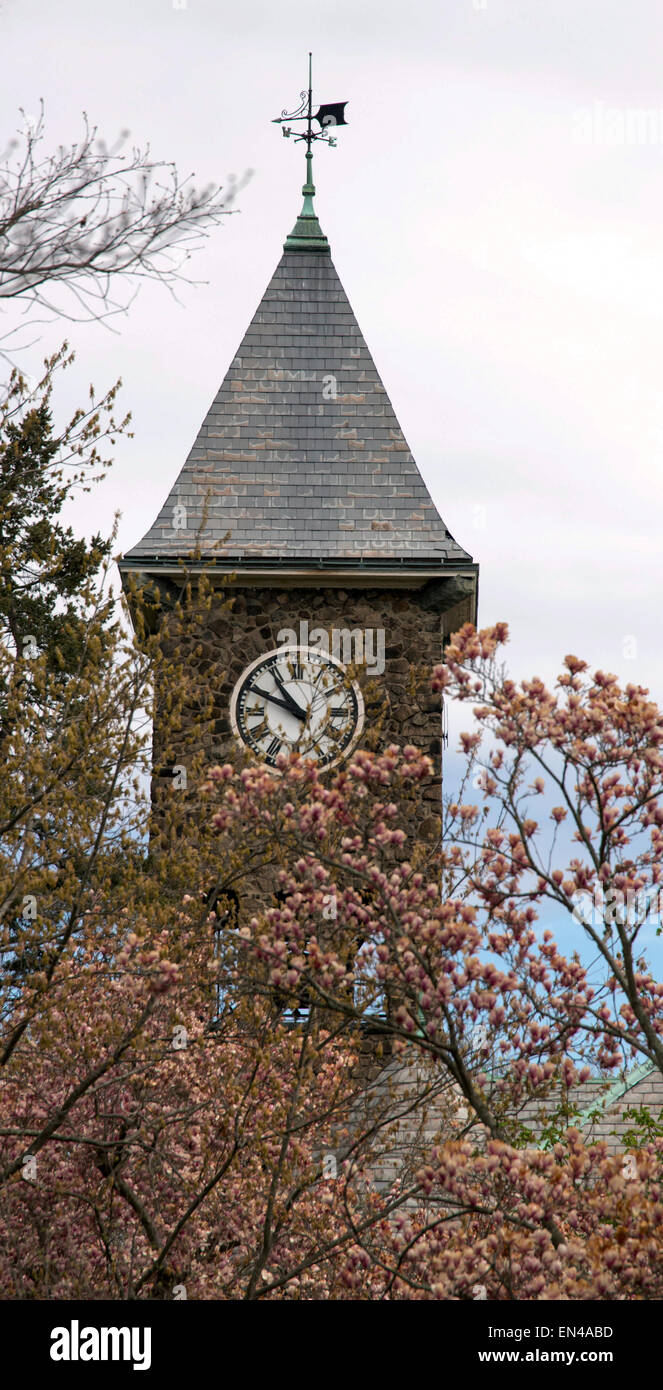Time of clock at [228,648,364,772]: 10:49
